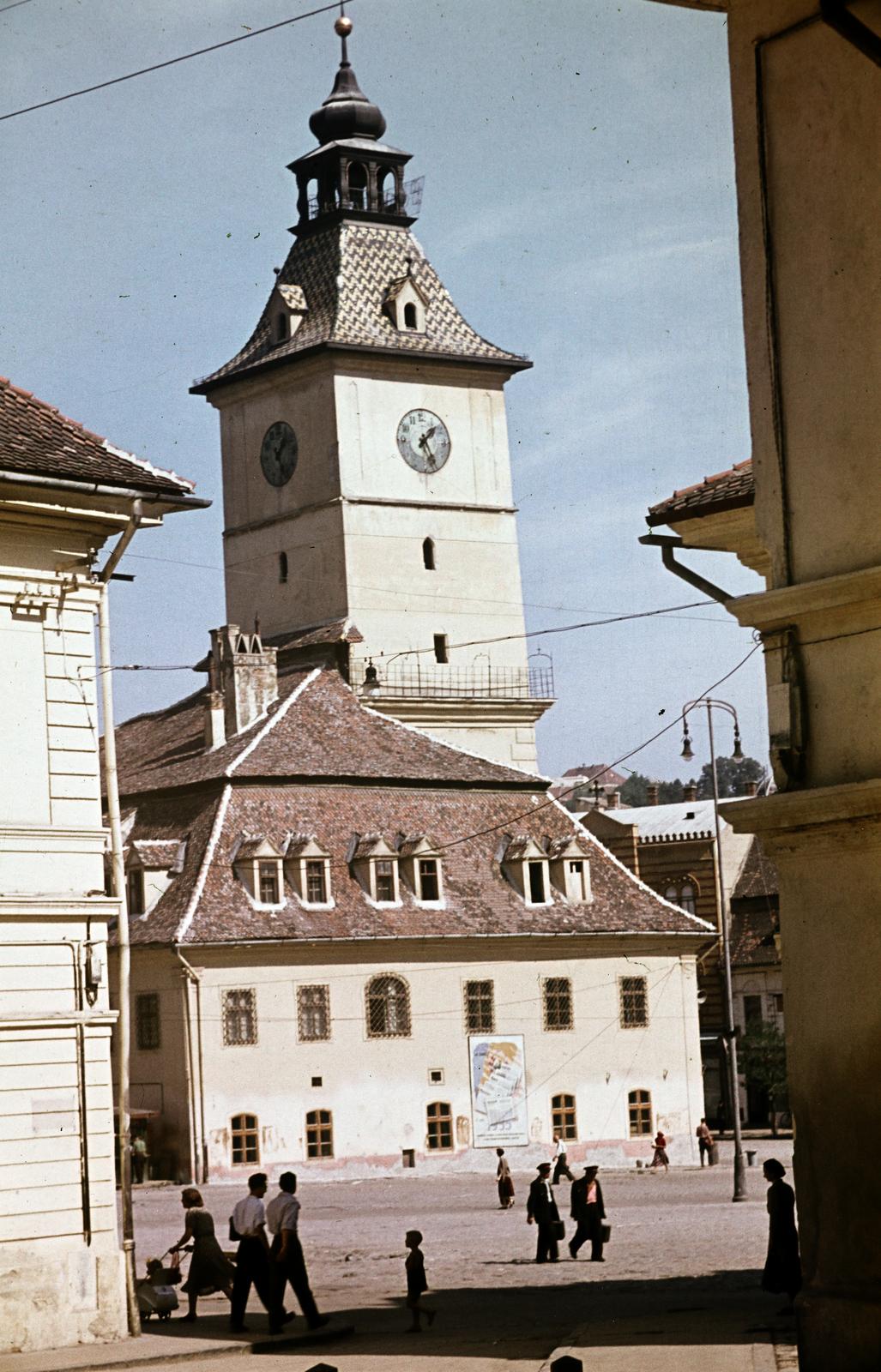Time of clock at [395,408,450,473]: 1:26
